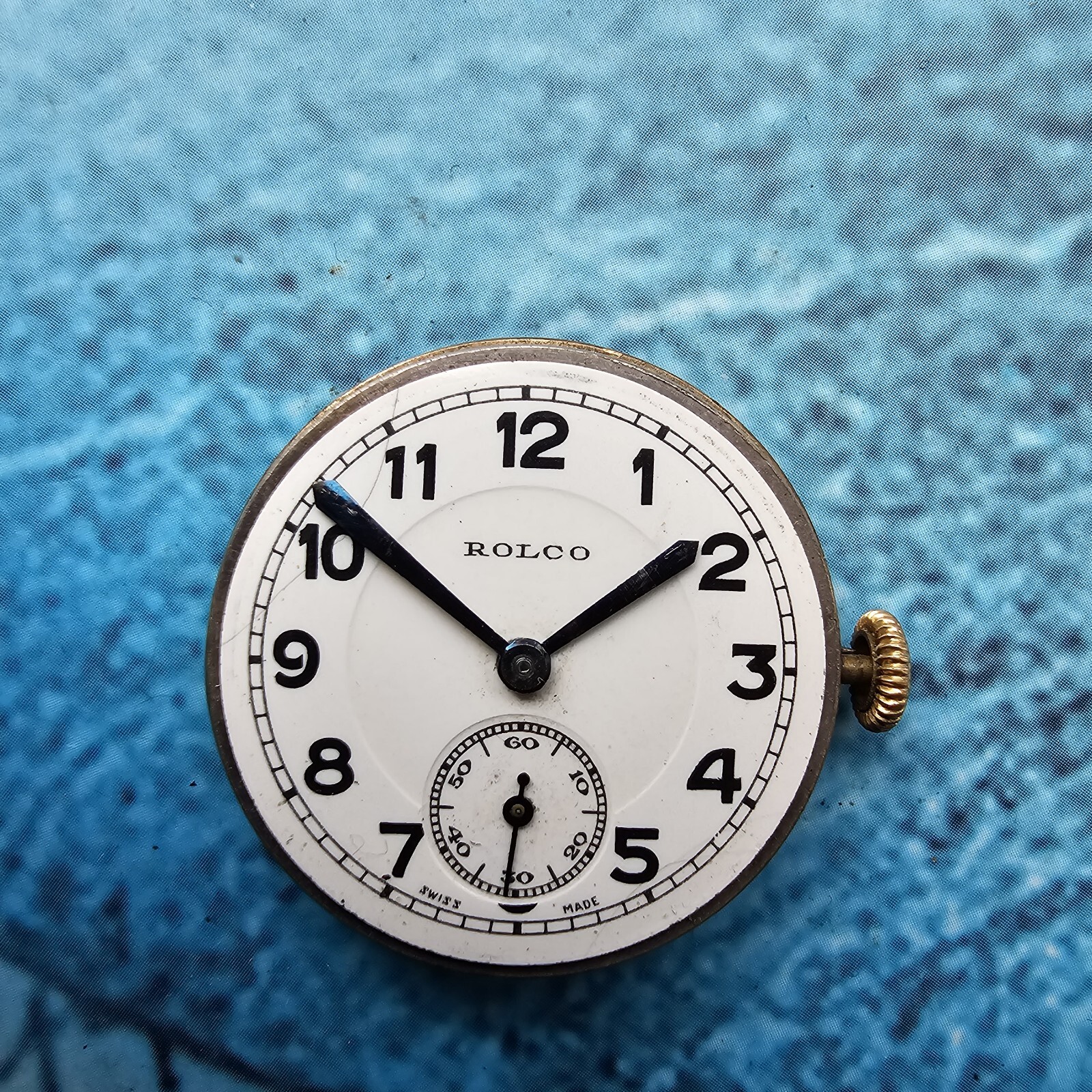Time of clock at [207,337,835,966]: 1:51
